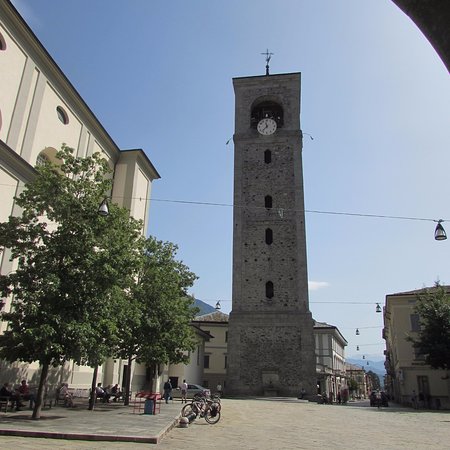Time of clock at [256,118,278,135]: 11:37
